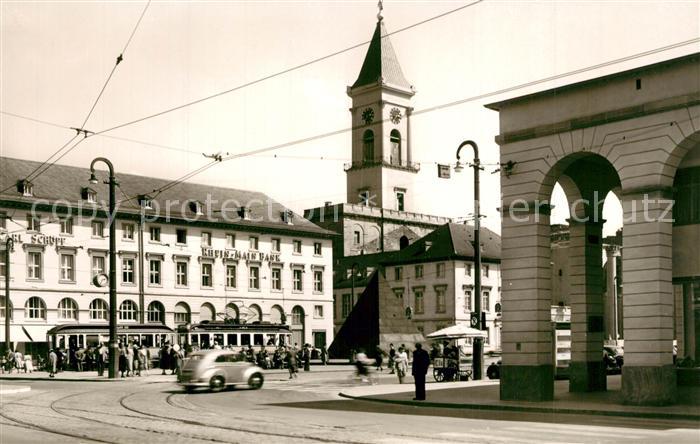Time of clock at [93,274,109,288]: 2:36
